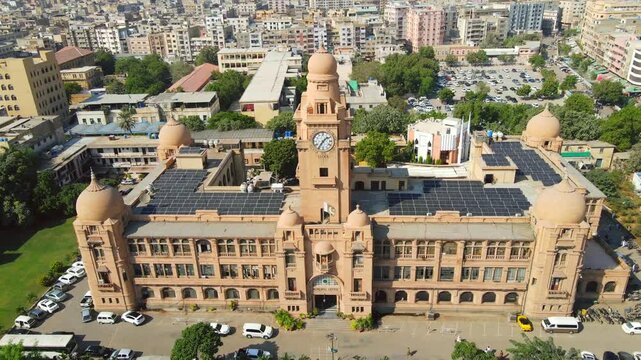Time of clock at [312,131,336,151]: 1:35
